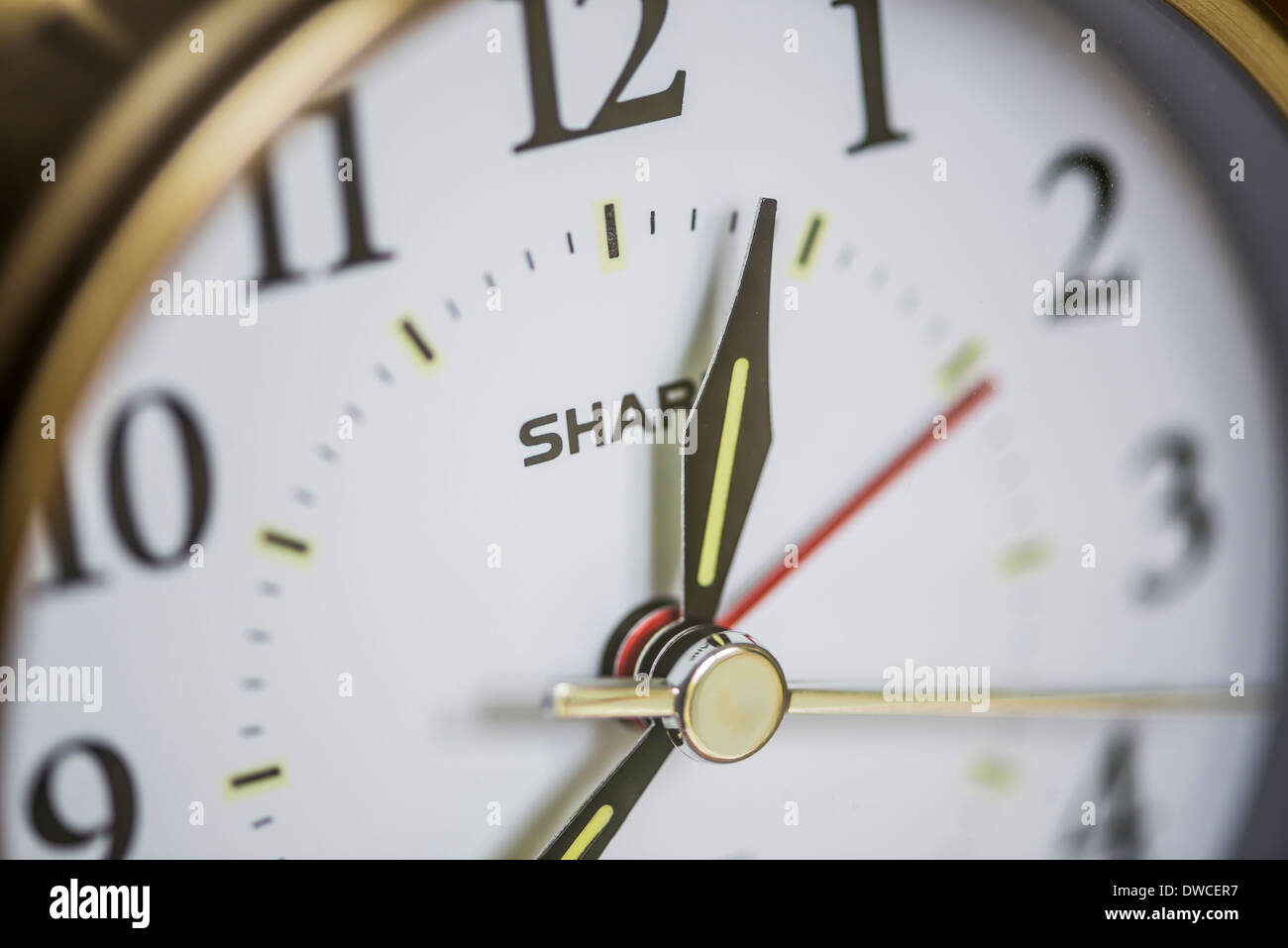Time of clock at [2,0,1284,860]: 7:03
